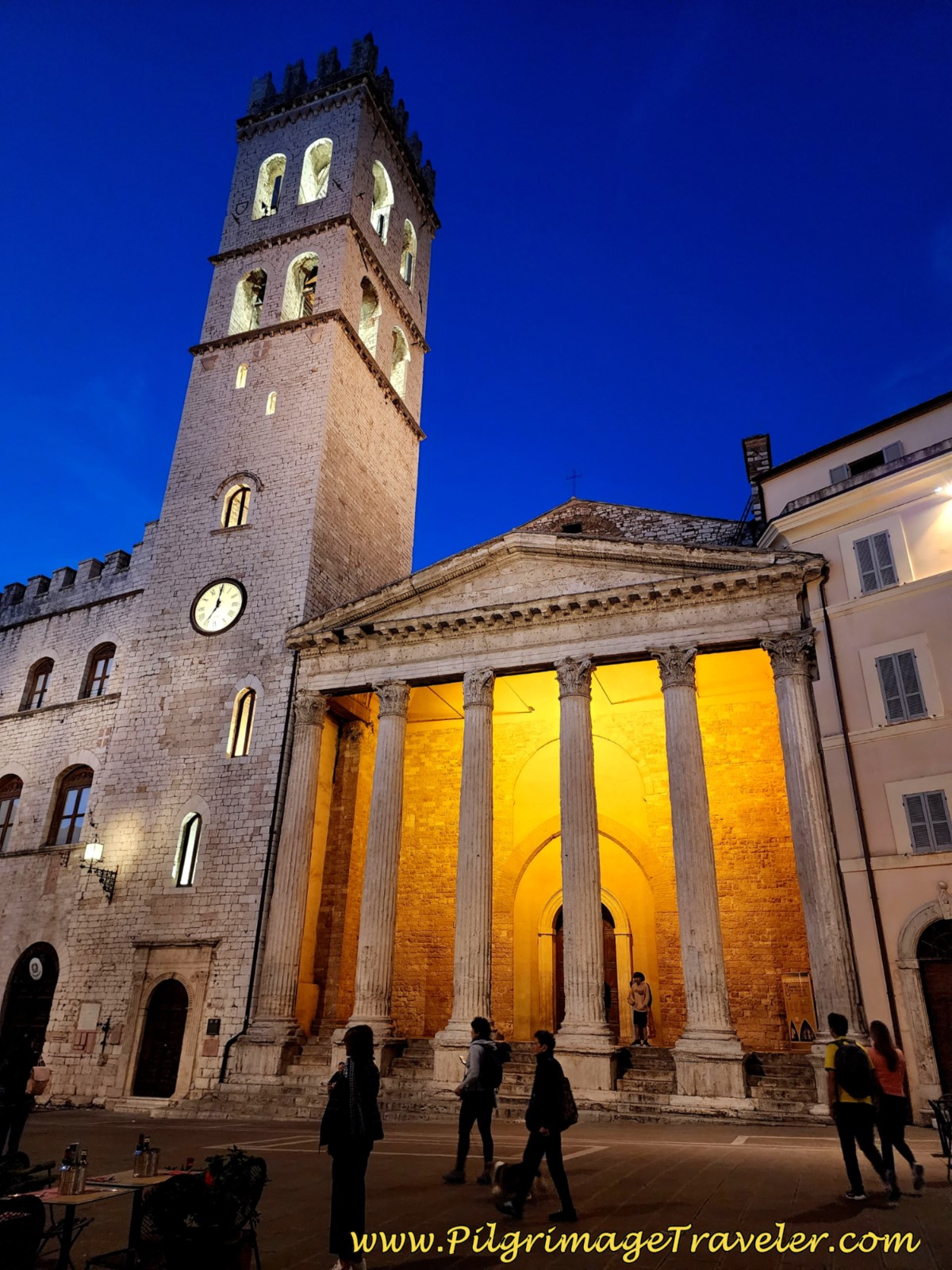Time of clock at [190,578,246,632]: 7:00
